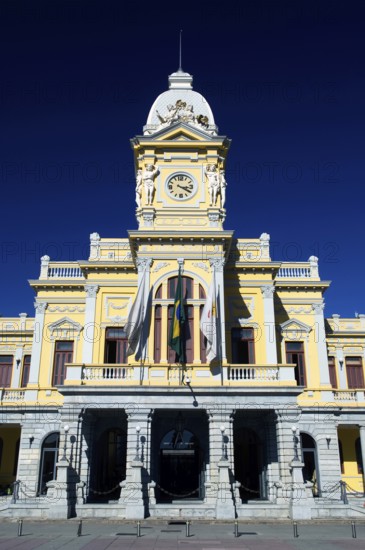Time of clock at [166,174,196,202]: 3:20
